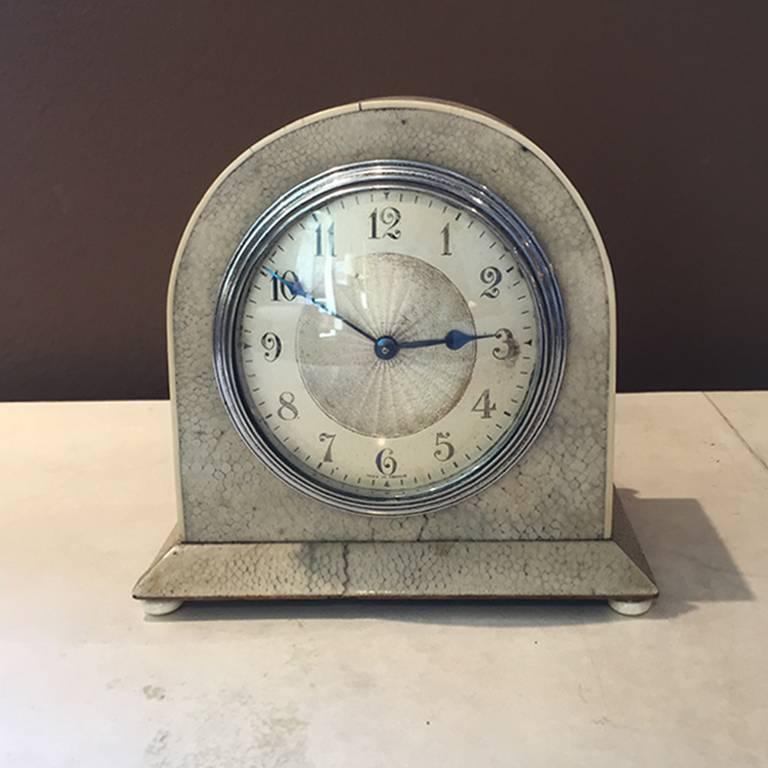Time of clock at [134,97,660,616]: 2:50
